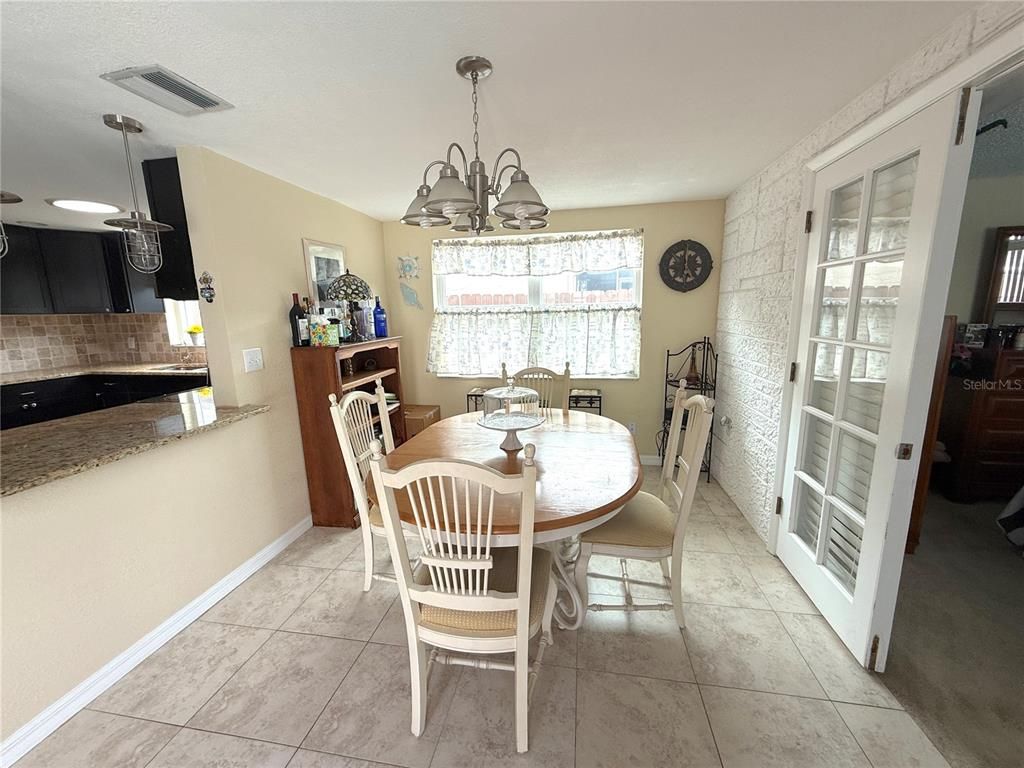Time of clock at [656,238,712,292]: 5:00
